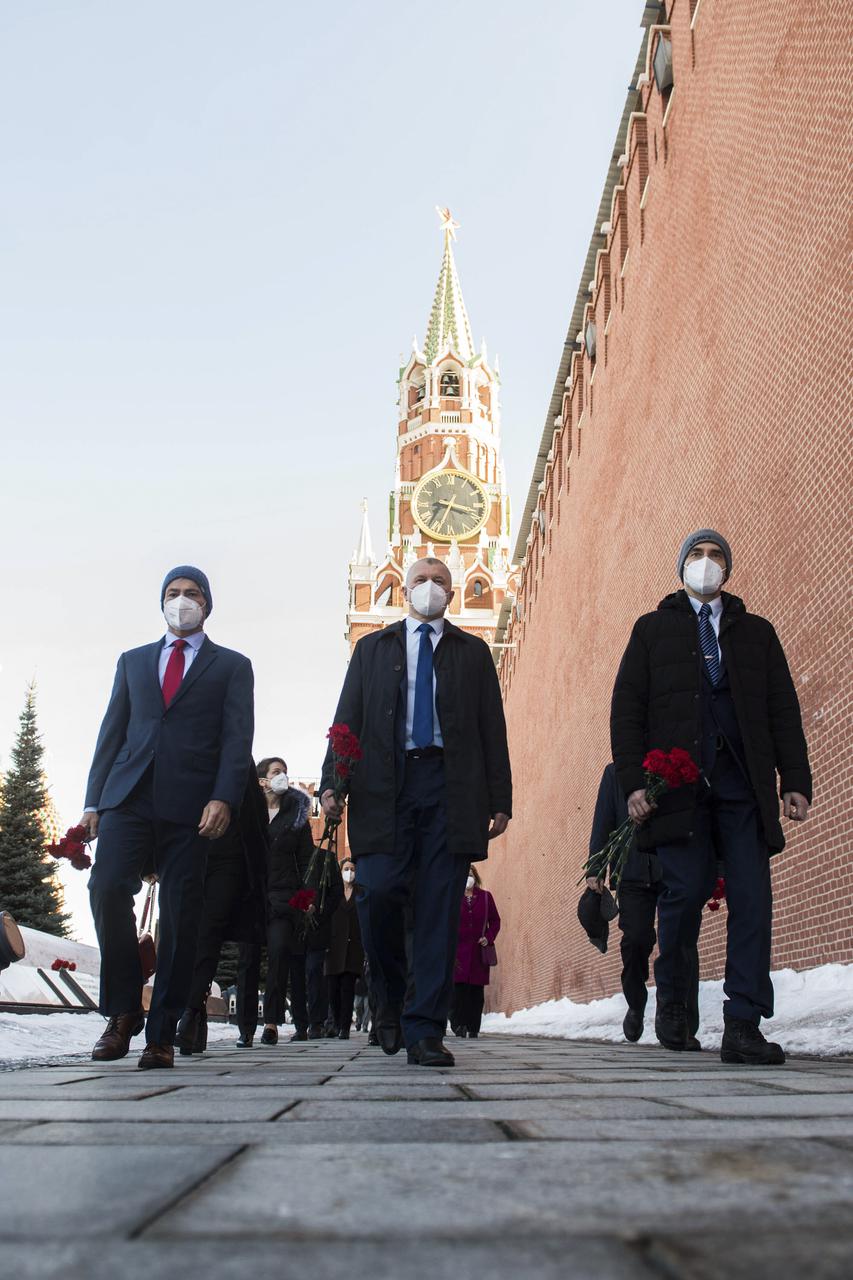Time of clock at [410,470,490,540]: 3:34
